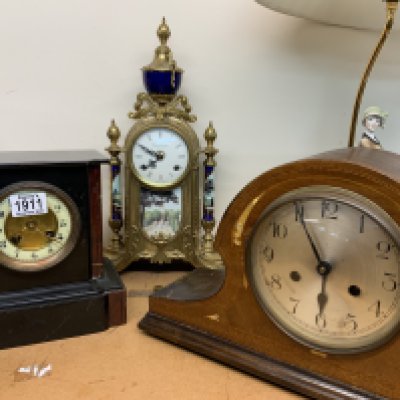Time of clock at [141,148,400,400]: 5:55
